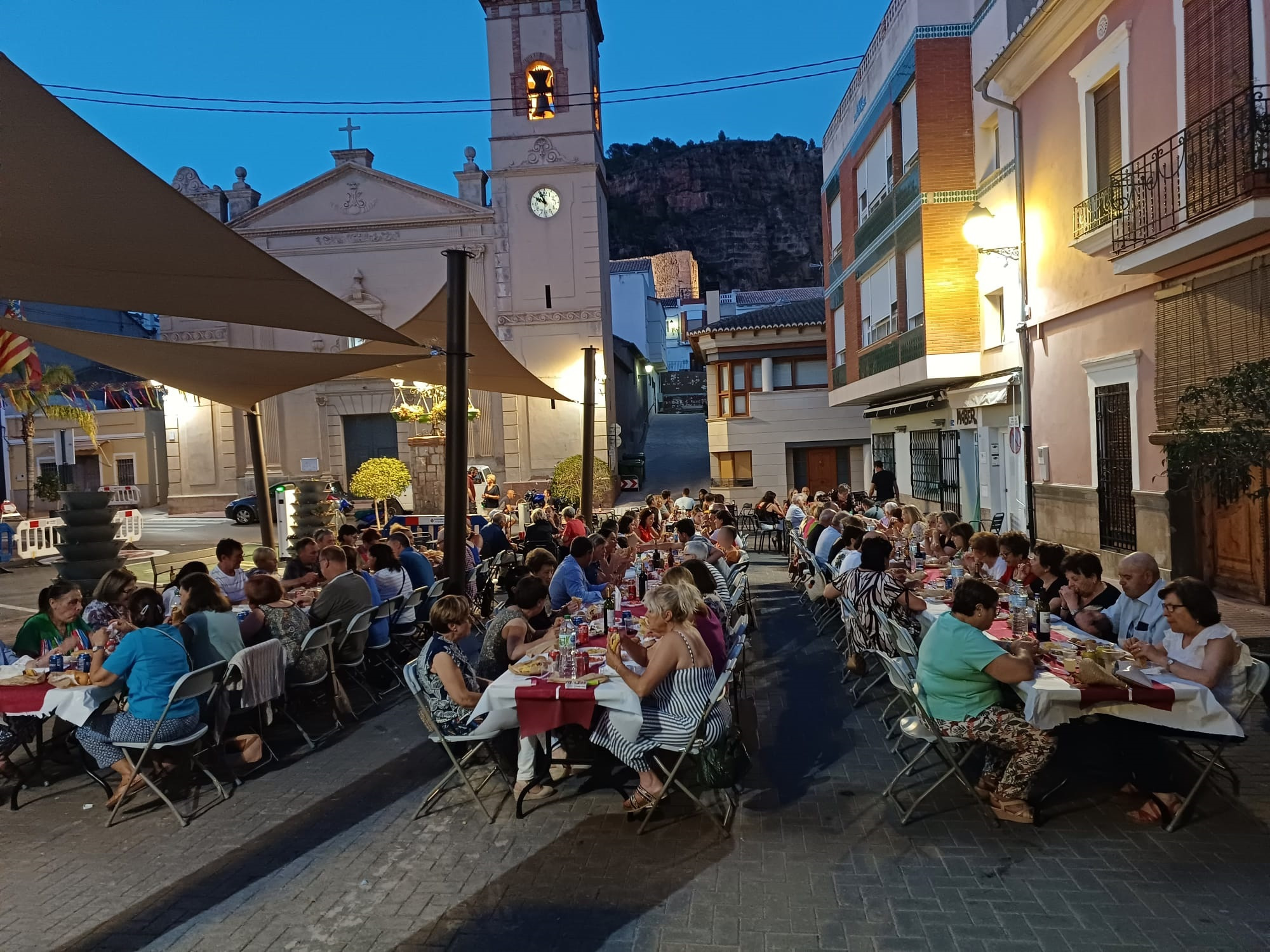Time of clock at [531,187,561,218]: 9:56
